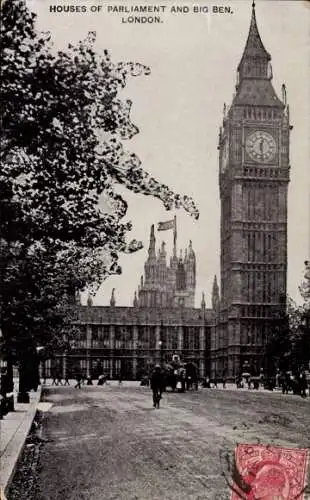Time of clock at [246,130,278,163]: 12:28
